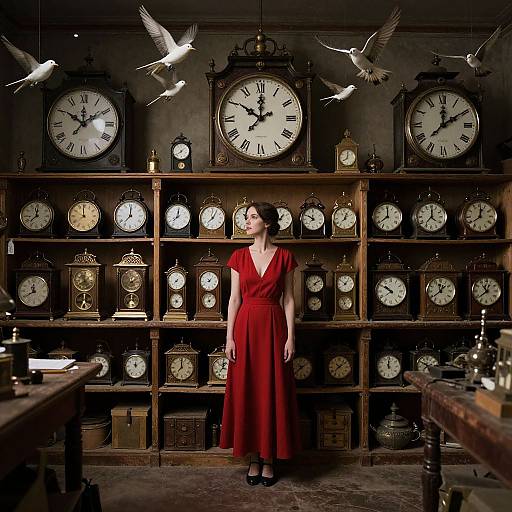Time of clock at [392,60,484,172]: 12:09
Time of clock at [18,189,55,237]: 11:37
